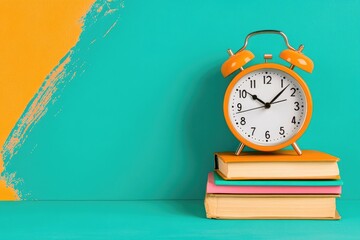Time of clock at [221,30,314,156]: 10:07
